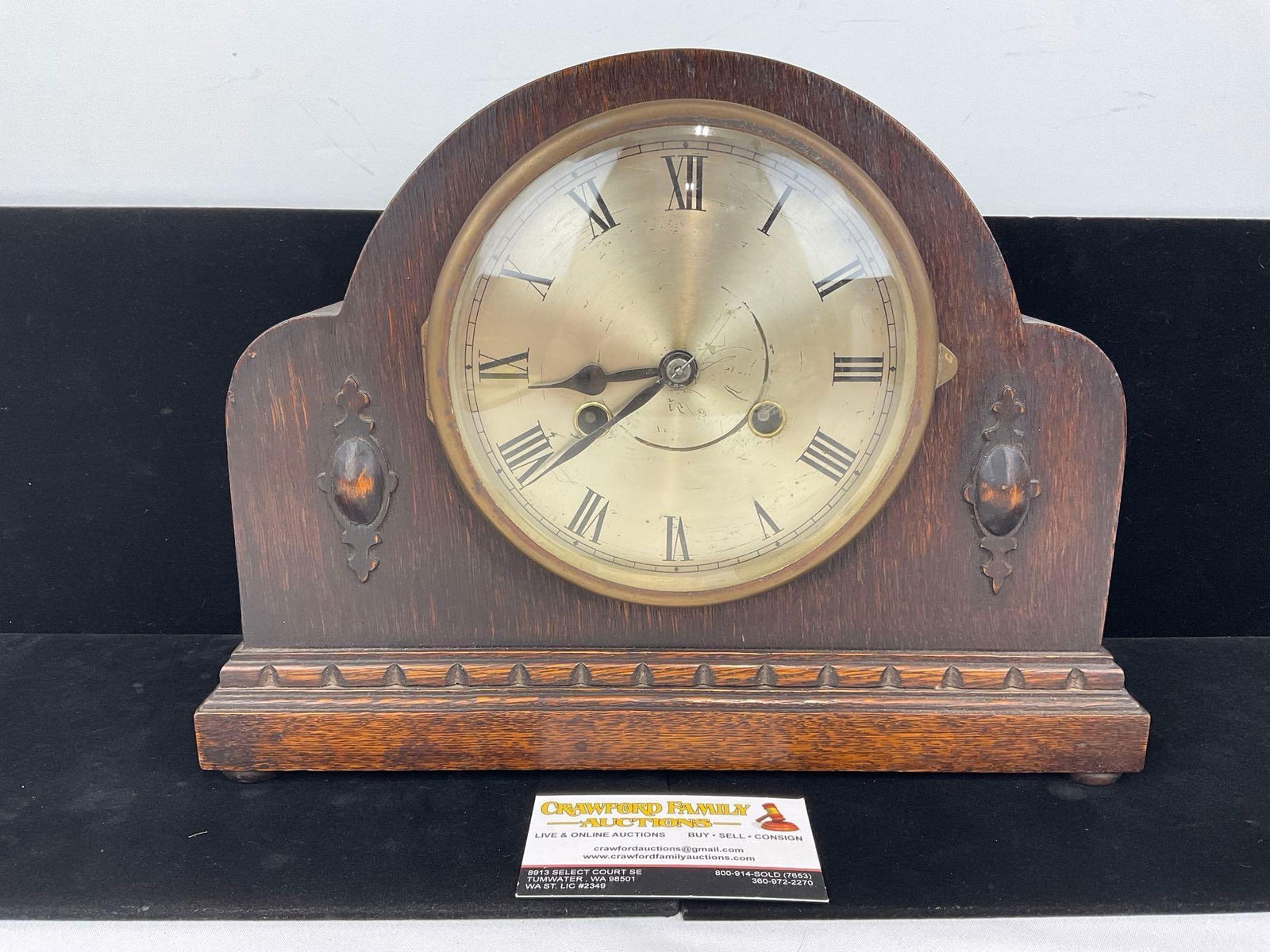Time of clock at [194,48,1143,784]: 8:38
